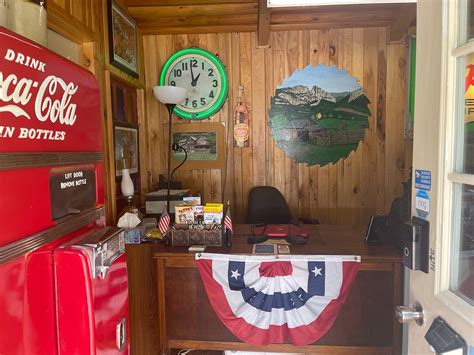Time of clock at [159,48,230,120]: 12:58
